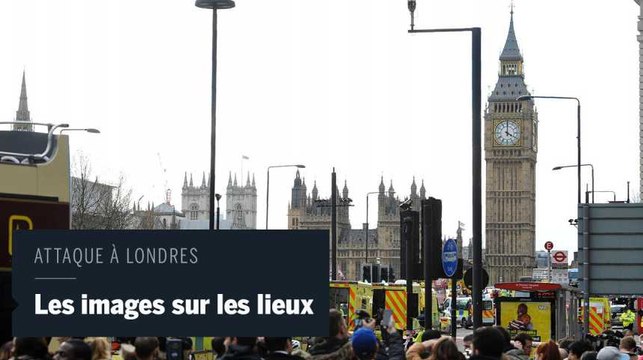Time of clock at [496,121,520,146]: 4:00
